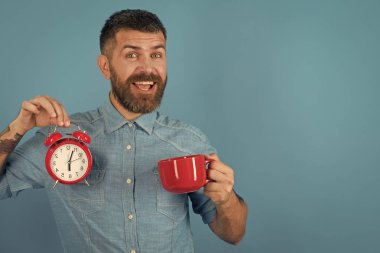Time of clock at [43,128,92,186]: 6:03
